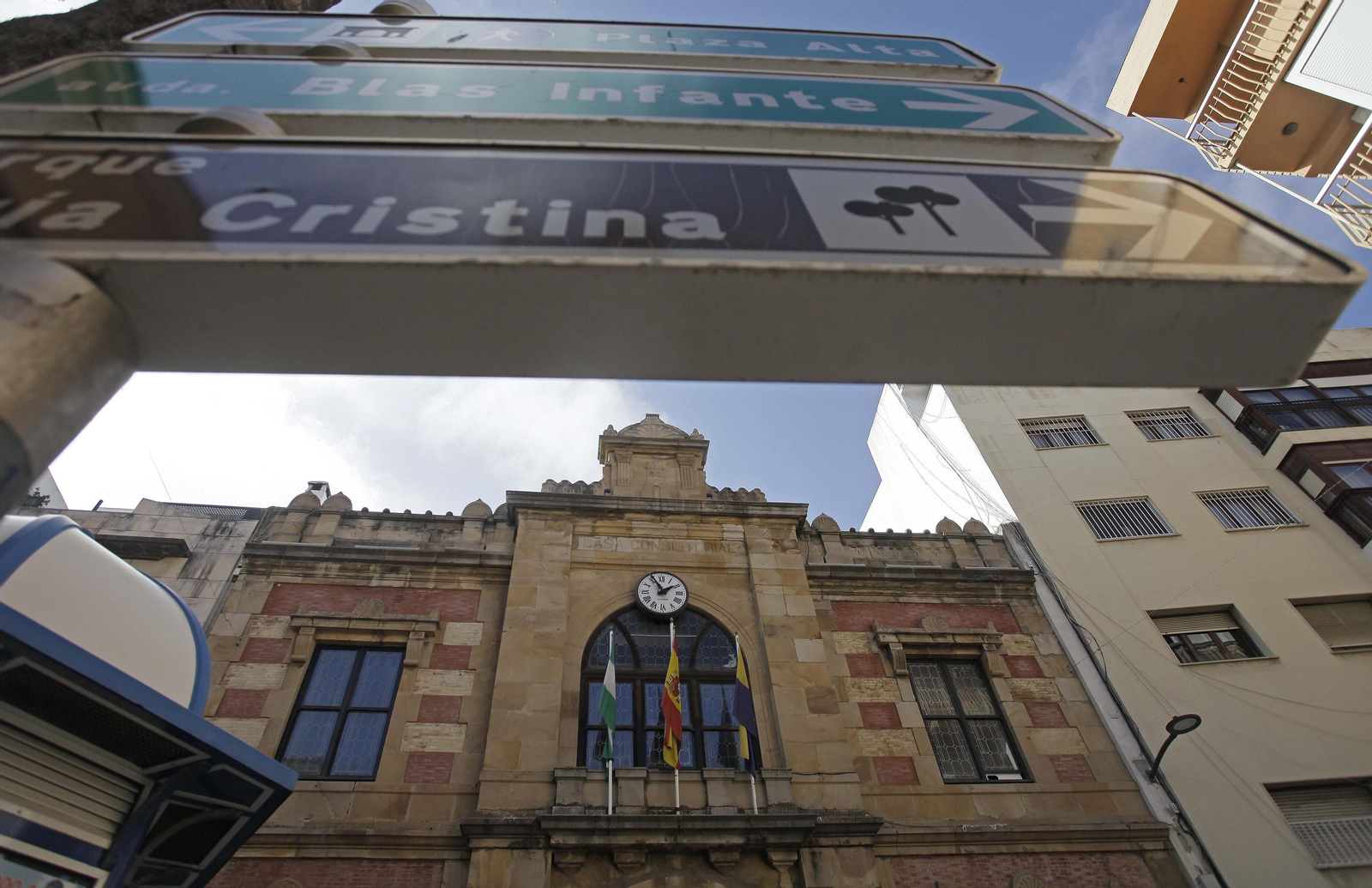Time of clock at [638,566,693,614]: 1:55
